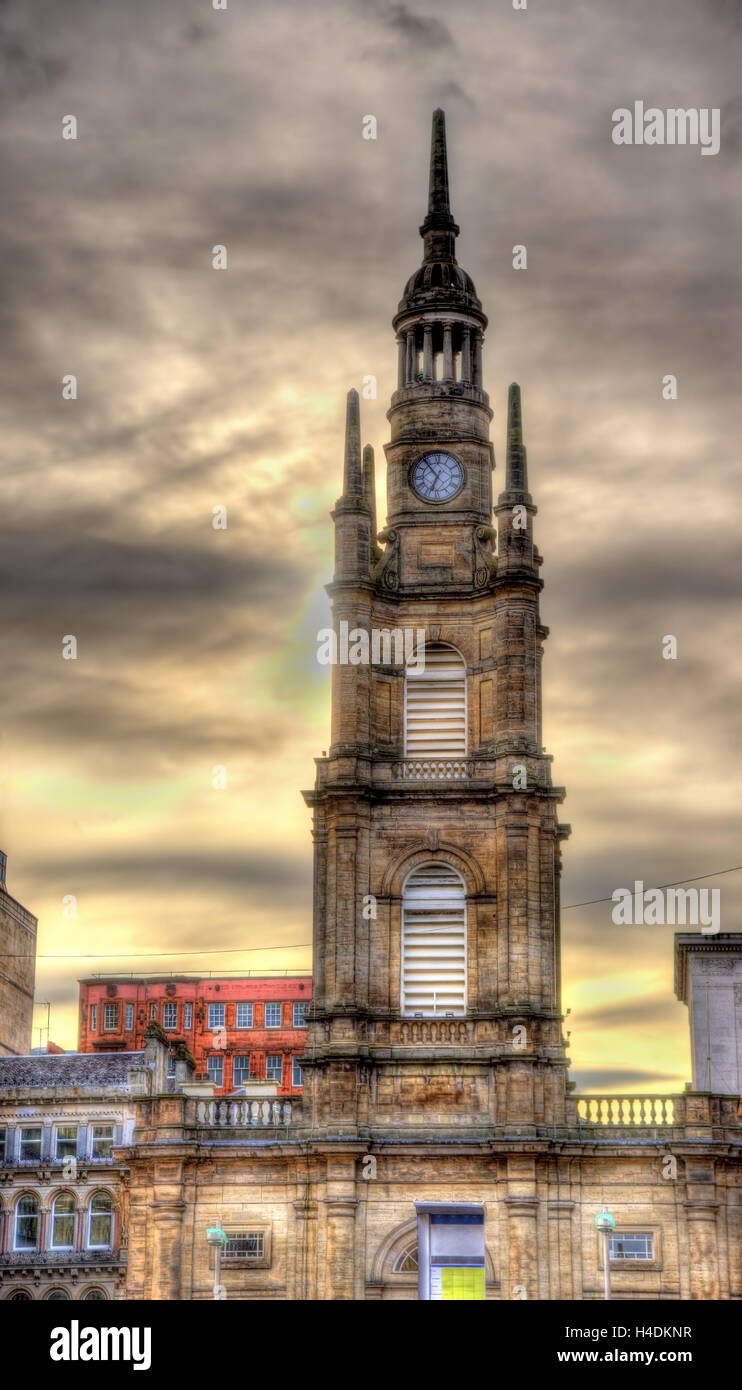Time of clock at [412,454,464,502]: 6:53
